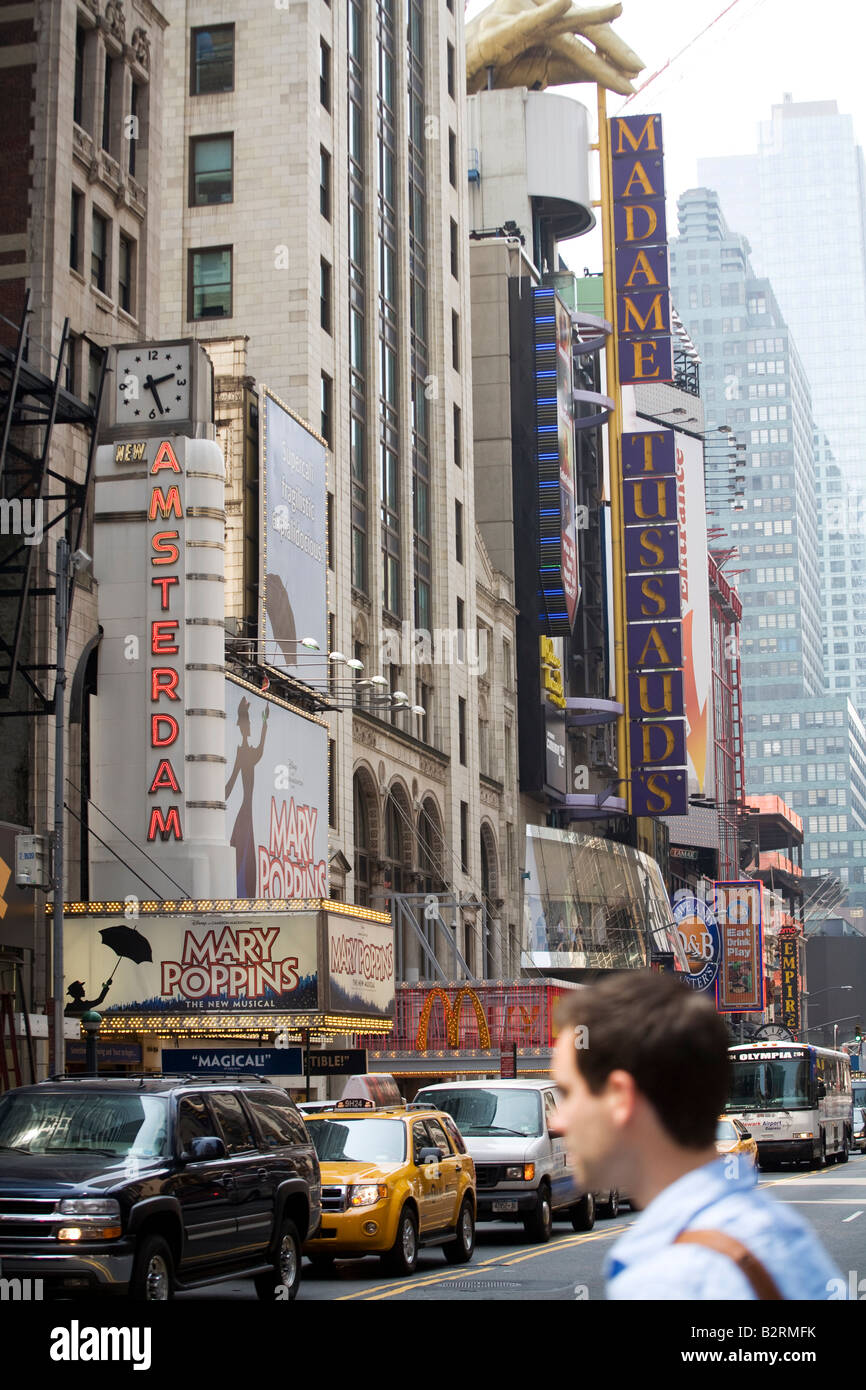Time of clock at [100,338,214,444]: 2:26
